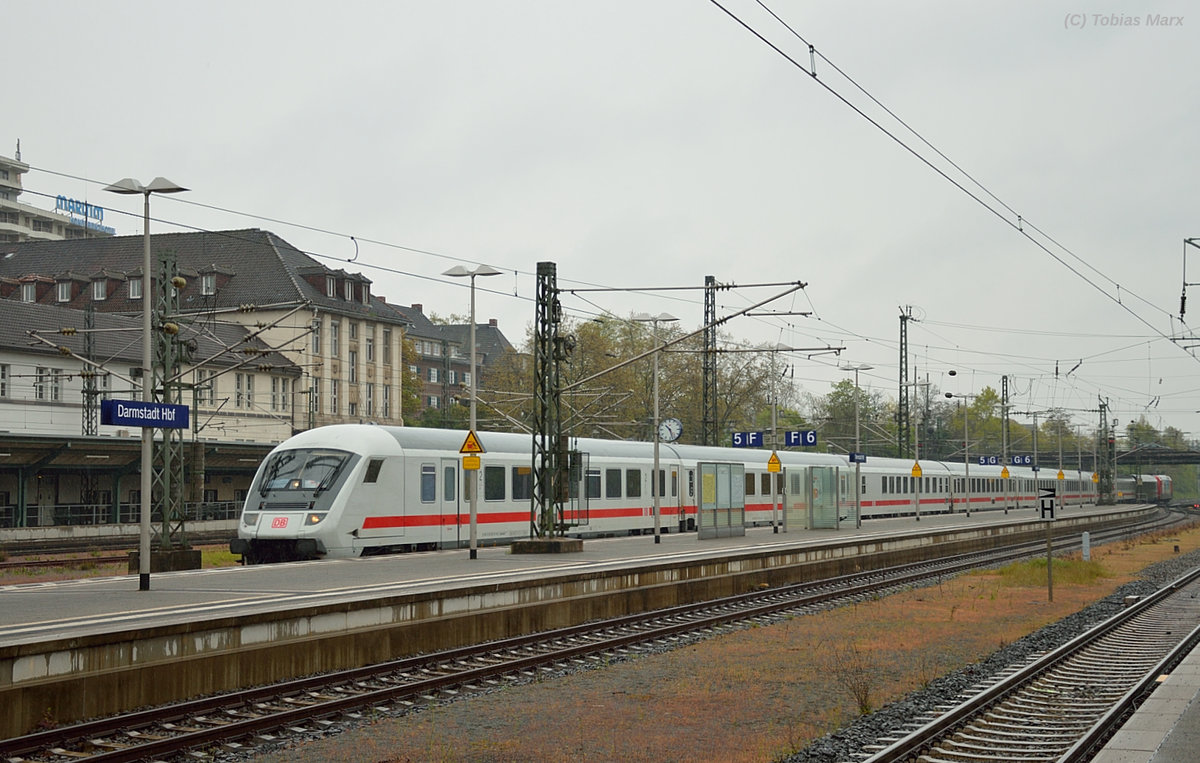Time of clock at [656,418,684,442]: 10:26
